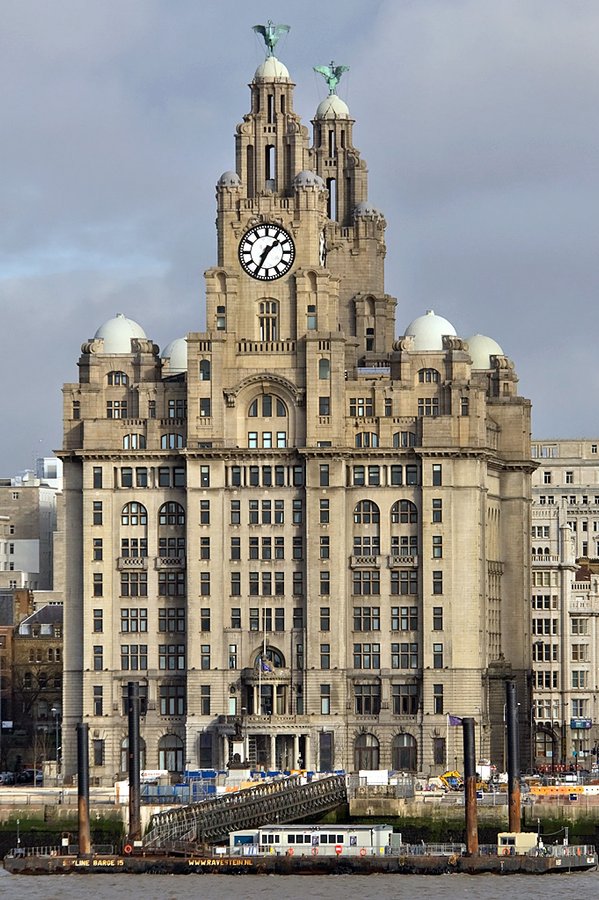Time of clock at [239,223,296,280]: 1:34
